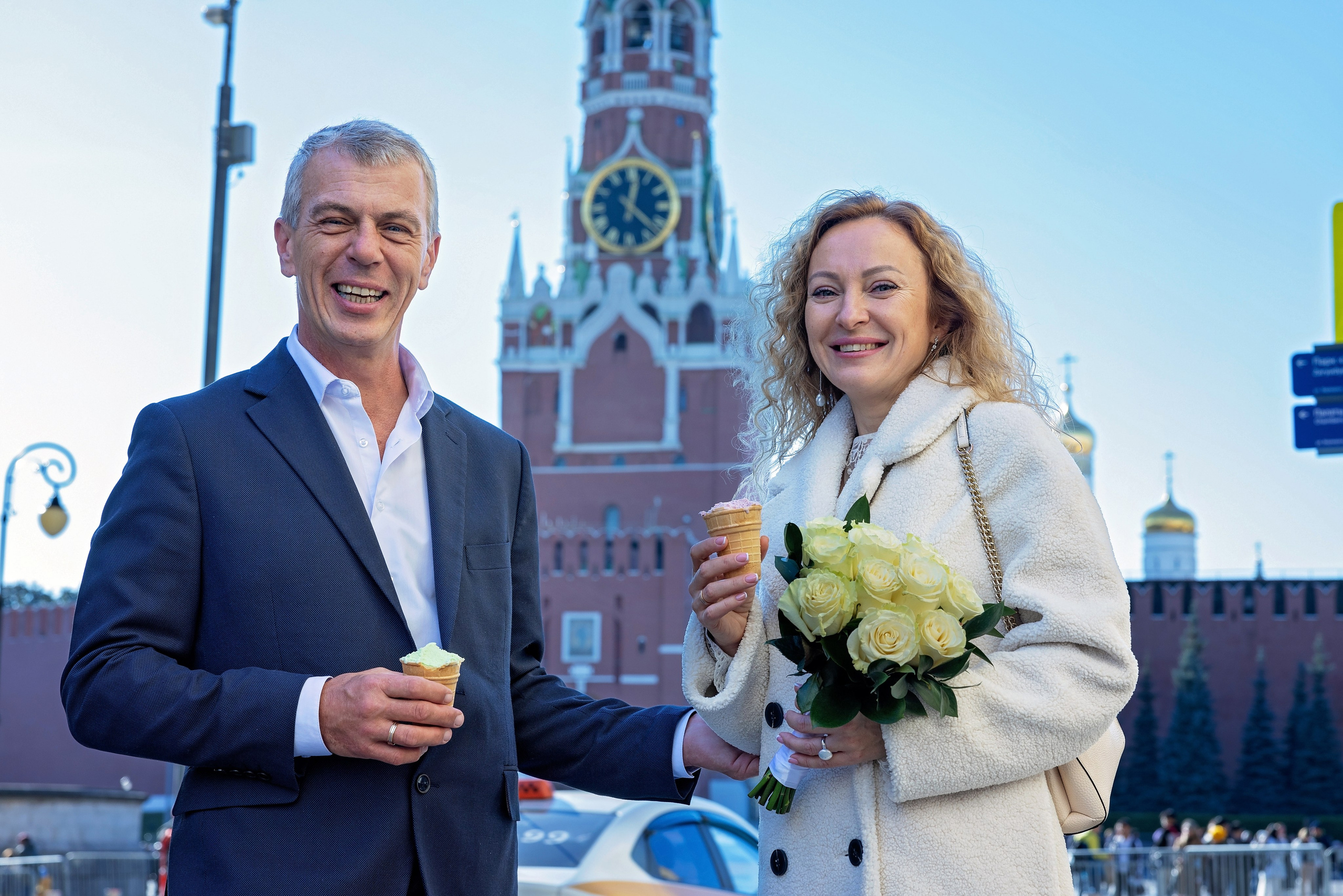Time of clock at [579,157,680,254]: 12:22
